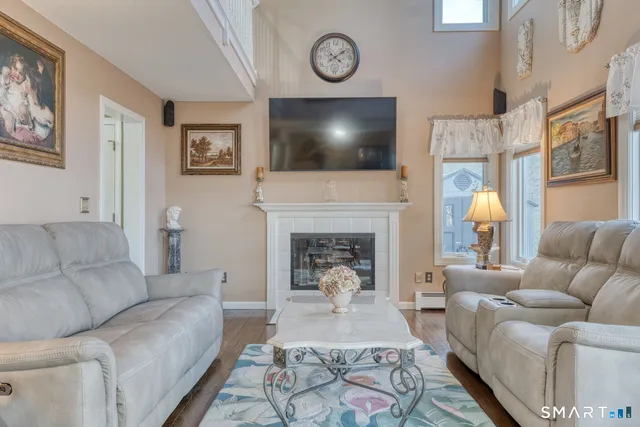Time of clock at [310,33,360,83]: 4:09
